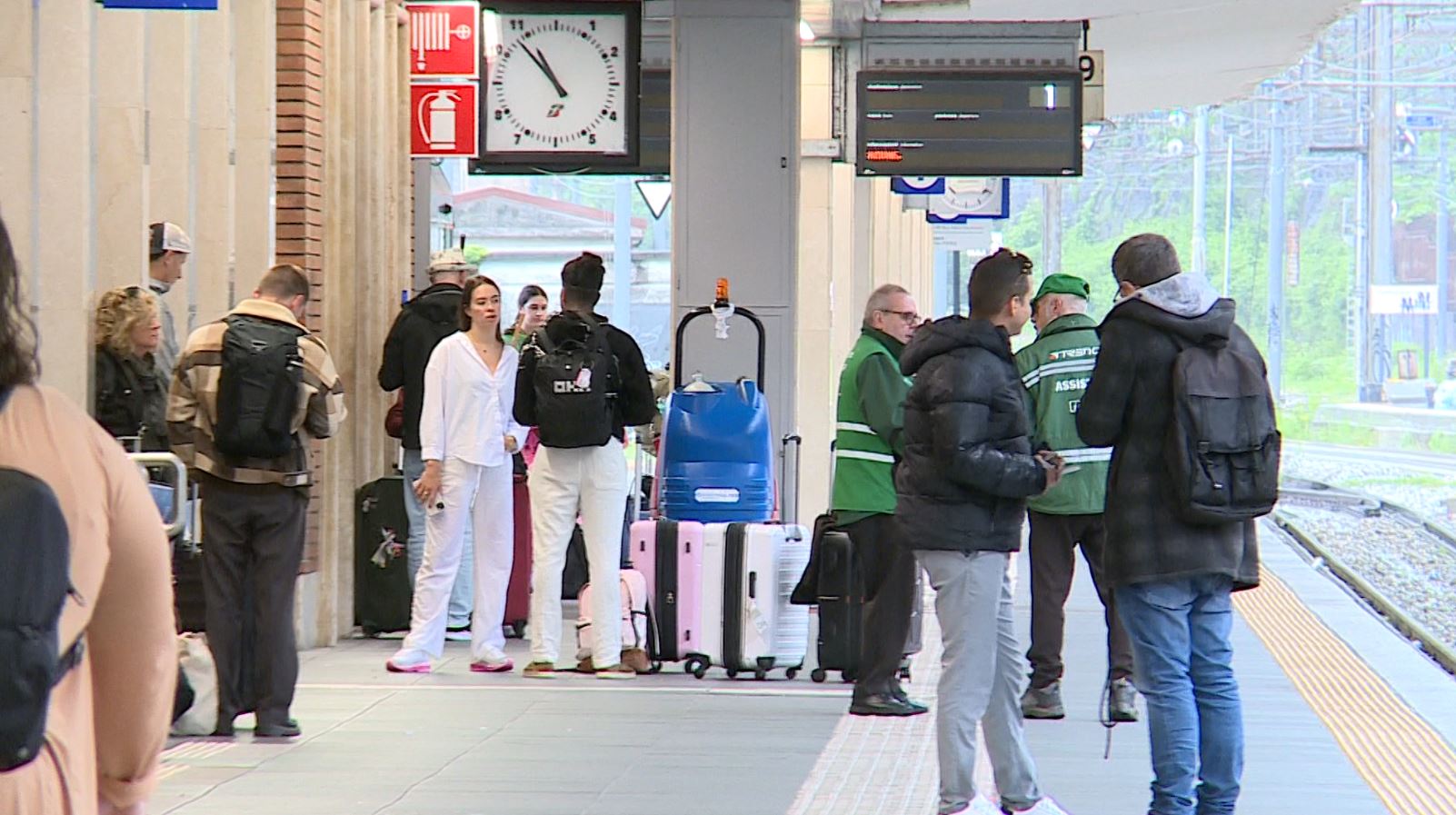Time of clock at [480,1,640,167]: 10:53
